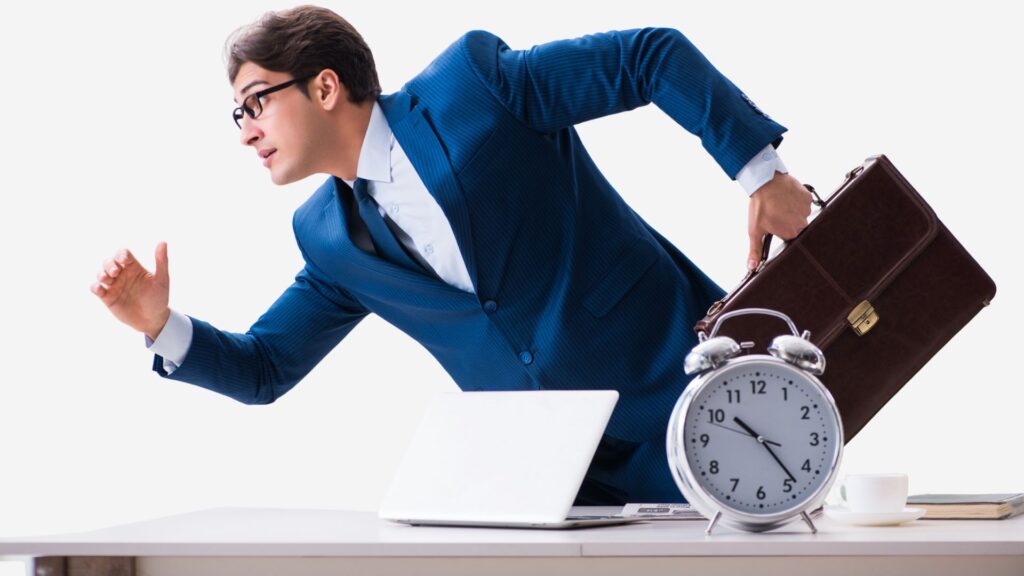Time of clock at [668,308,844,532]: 10:23
